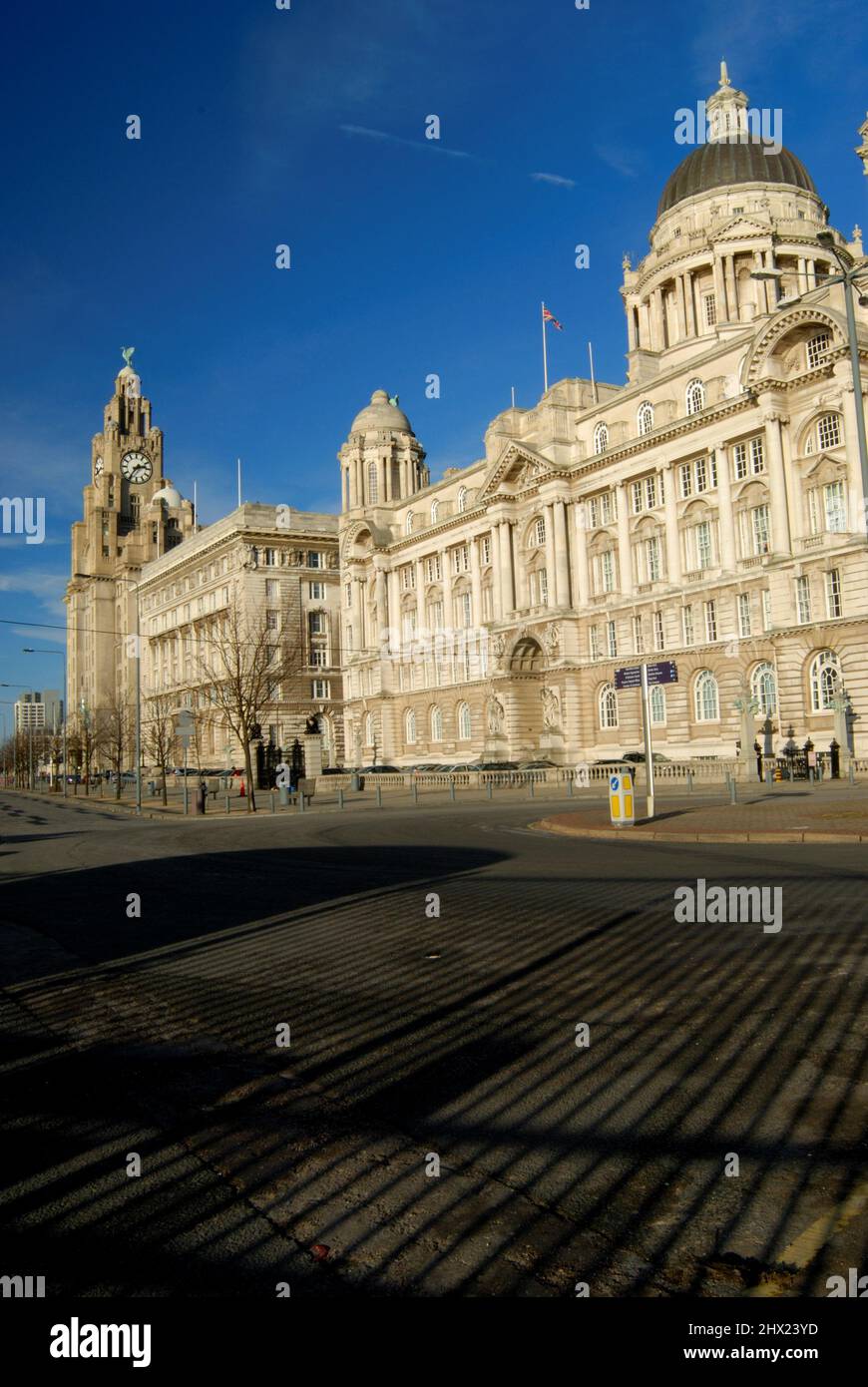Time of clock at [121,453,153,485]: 2:36
